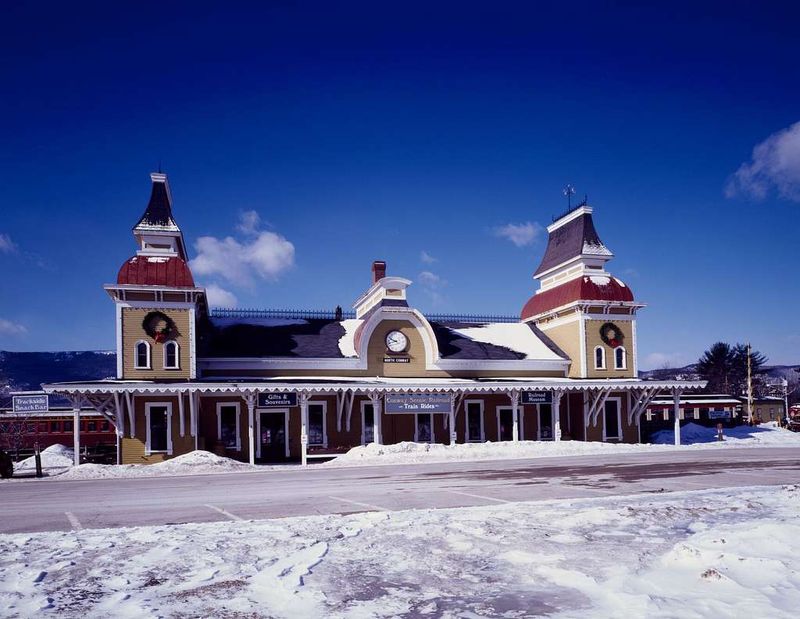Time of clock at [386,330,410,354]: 9:42
